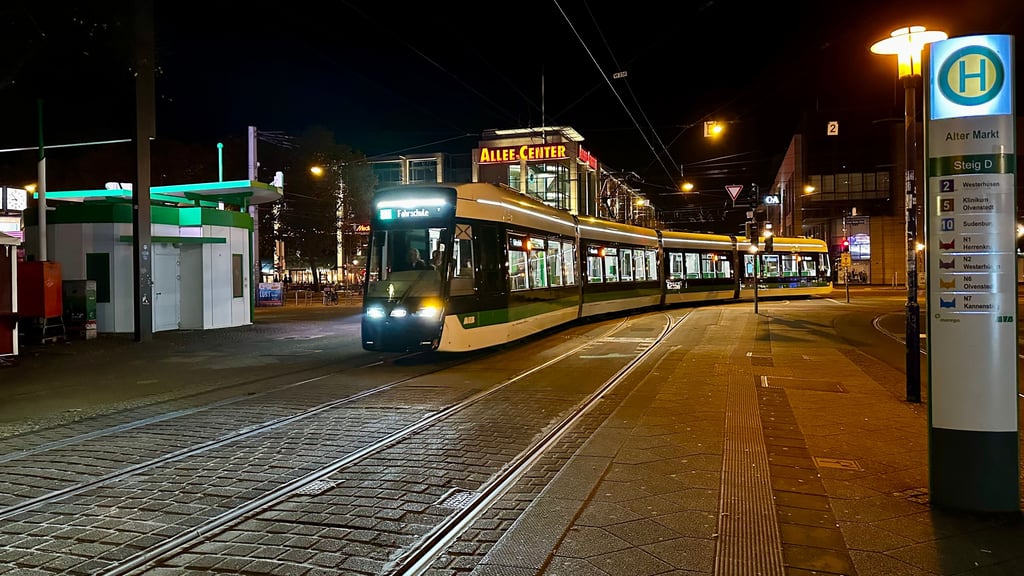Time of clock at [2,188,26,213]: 8:53
